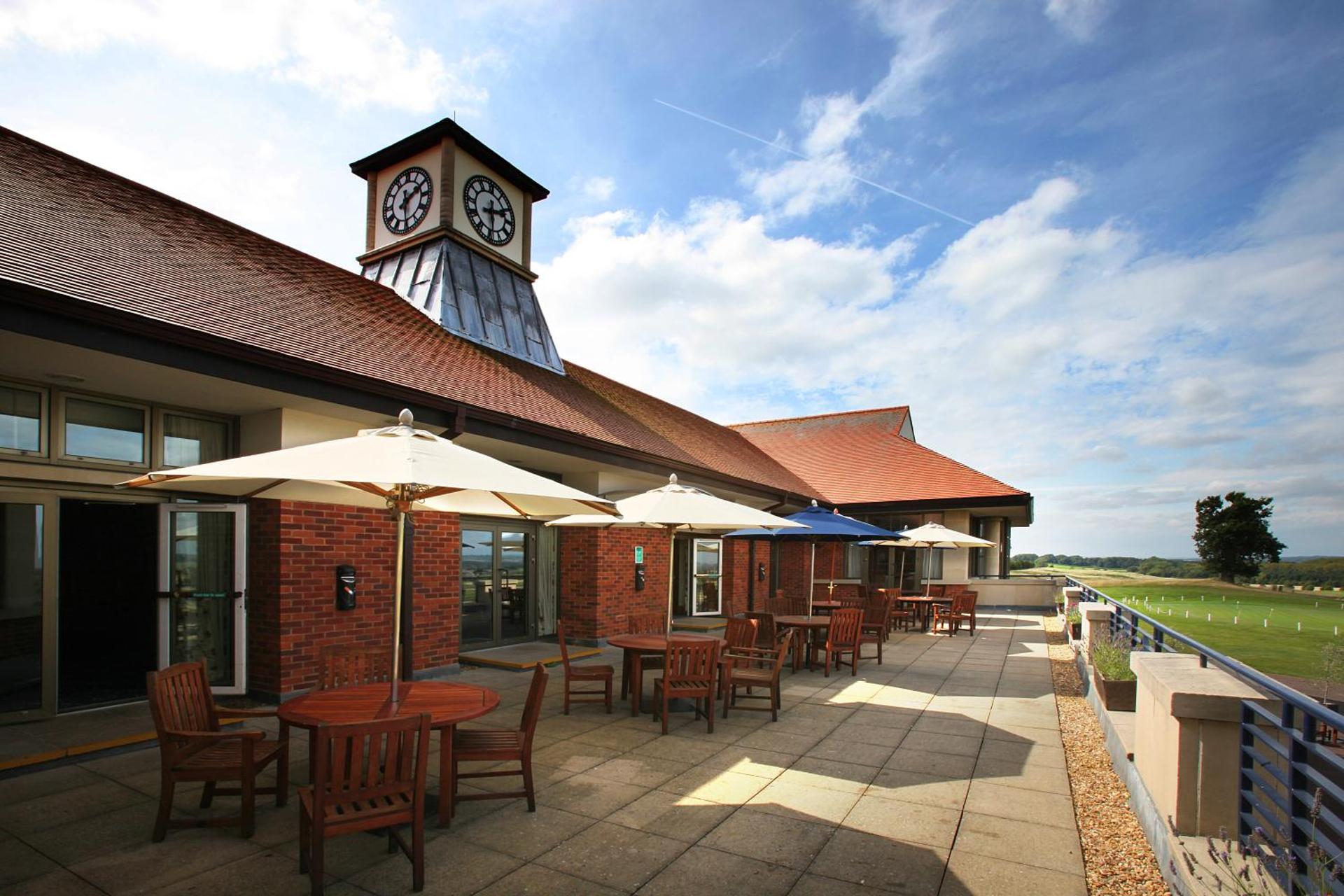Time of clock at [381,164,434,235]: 2:29
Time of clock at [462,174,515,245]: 2:29
